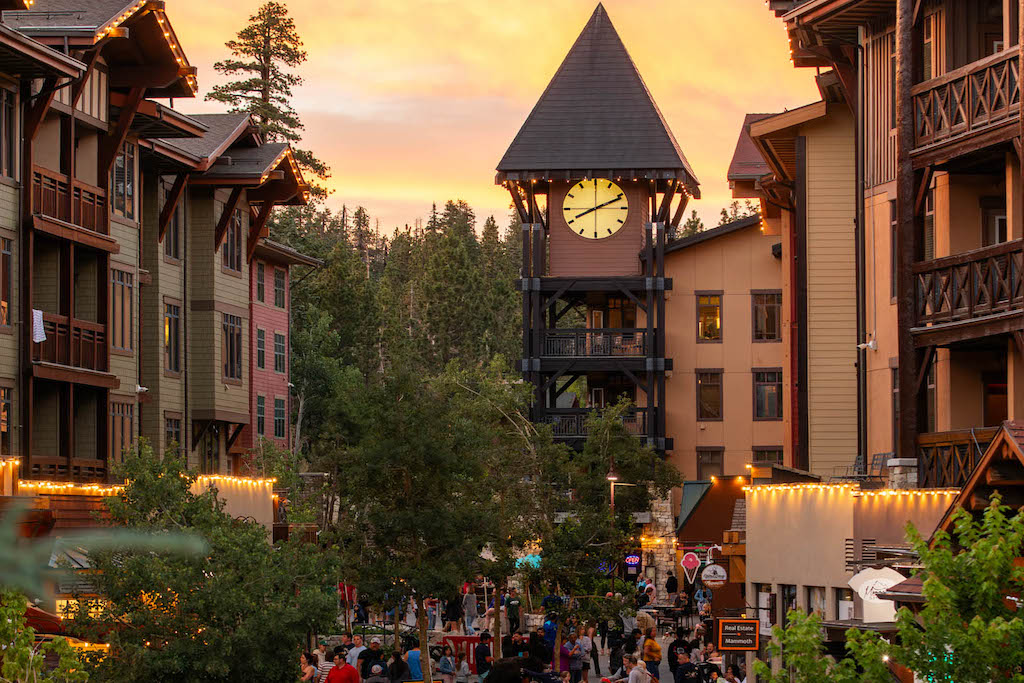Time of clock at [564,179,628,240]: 8:11
